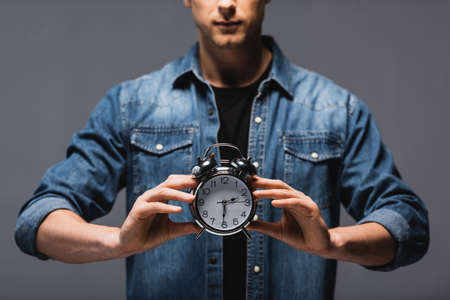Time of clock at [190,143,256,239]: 2:30
